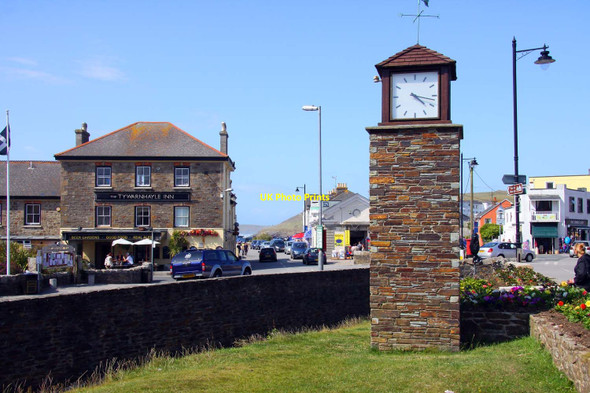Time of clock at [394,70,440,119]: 4:17
